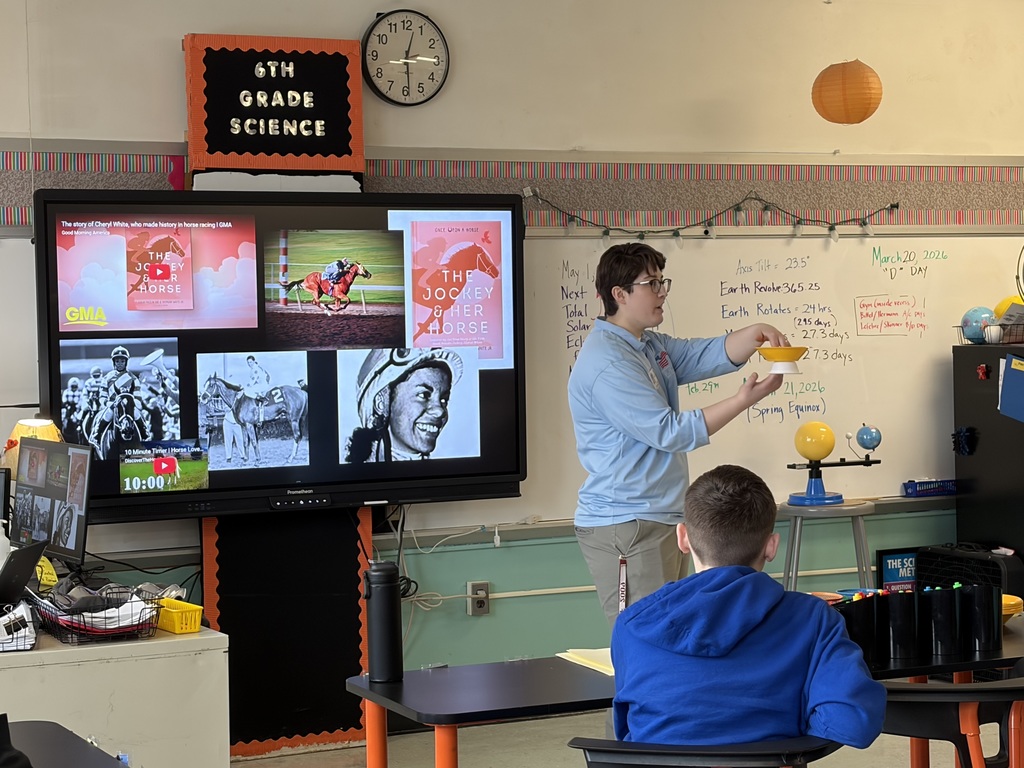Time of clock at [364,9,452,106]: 12:28
